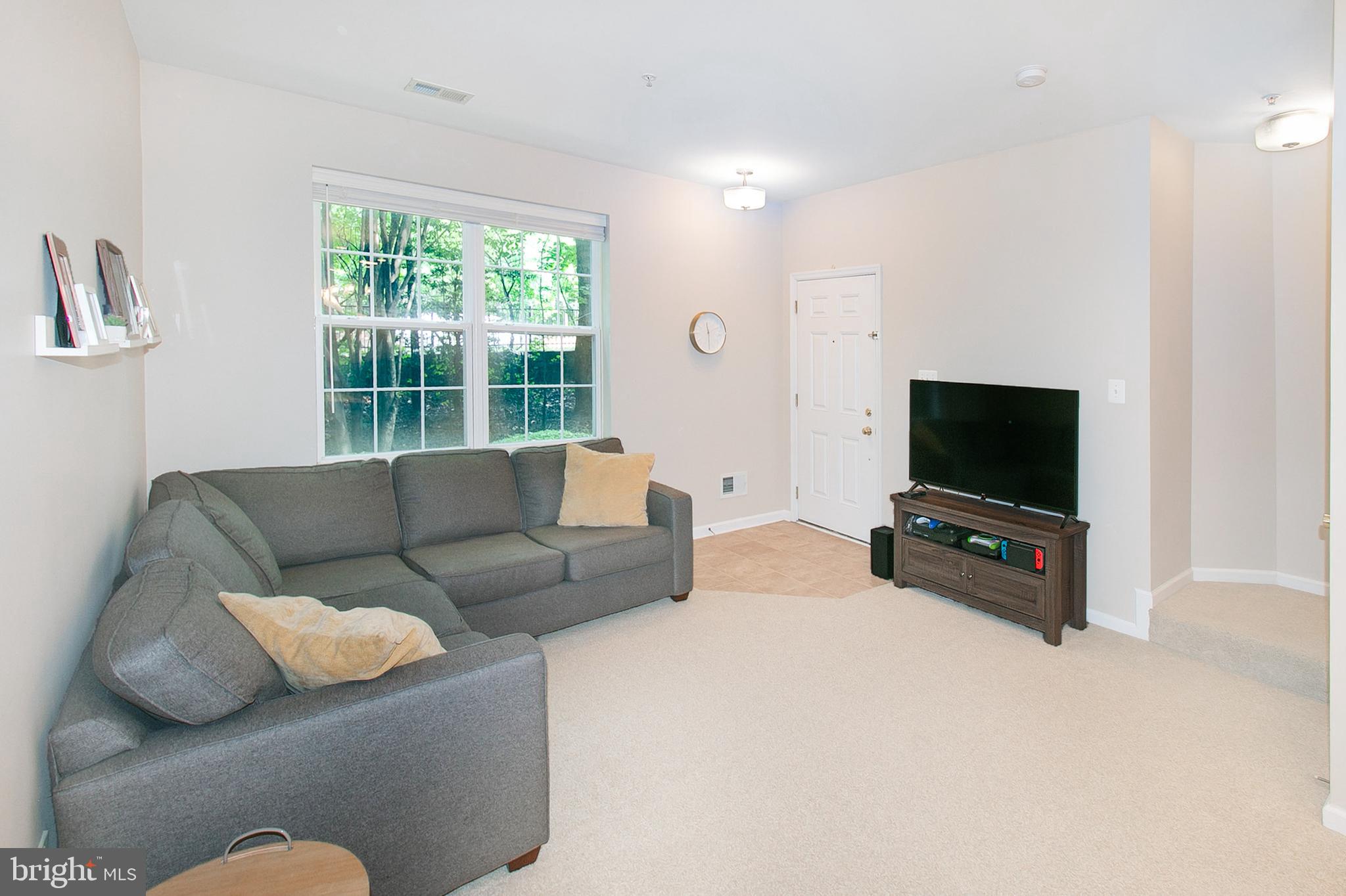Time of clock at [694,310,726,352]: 11:29
